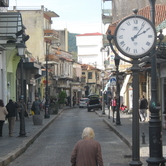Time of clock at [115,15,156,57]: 2:06
